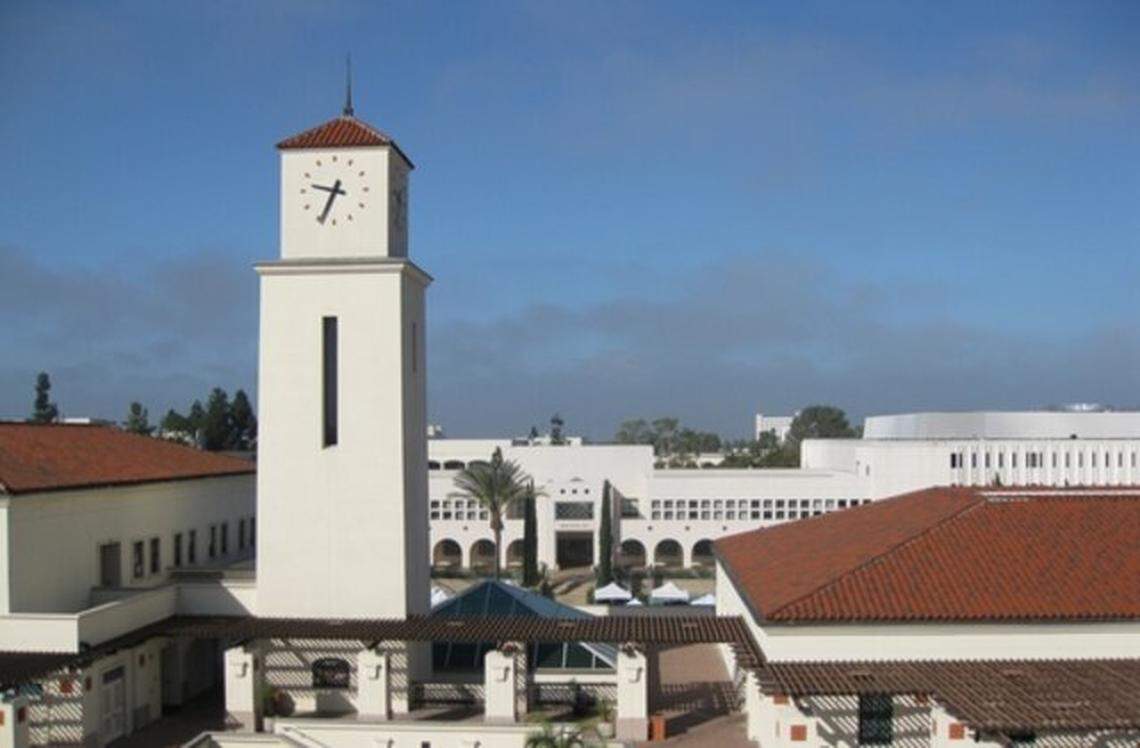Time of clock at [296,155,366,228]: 9:34
